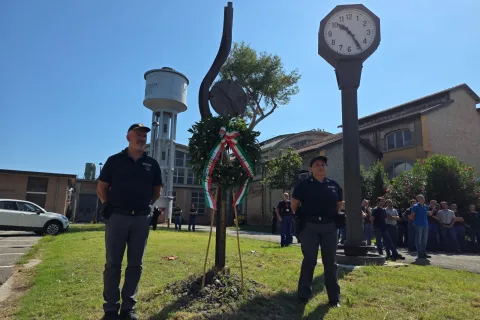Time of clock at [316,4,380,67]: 10:24
